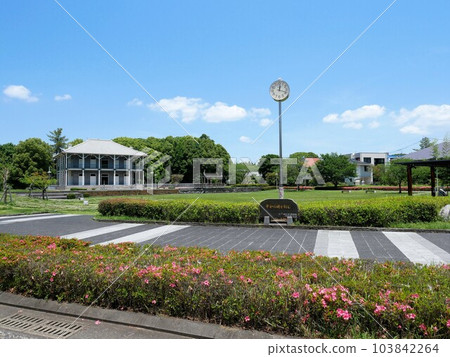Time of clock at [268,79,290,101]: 12:18
